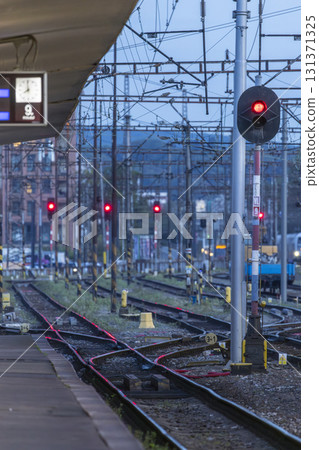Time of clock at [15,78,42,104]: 7:59
